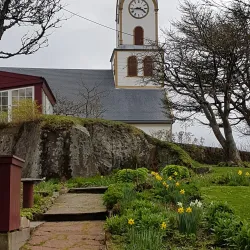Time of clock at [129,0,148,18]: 3:43
